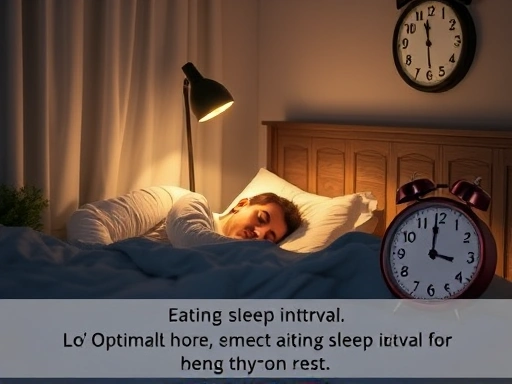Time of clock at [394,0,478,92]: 11:29
